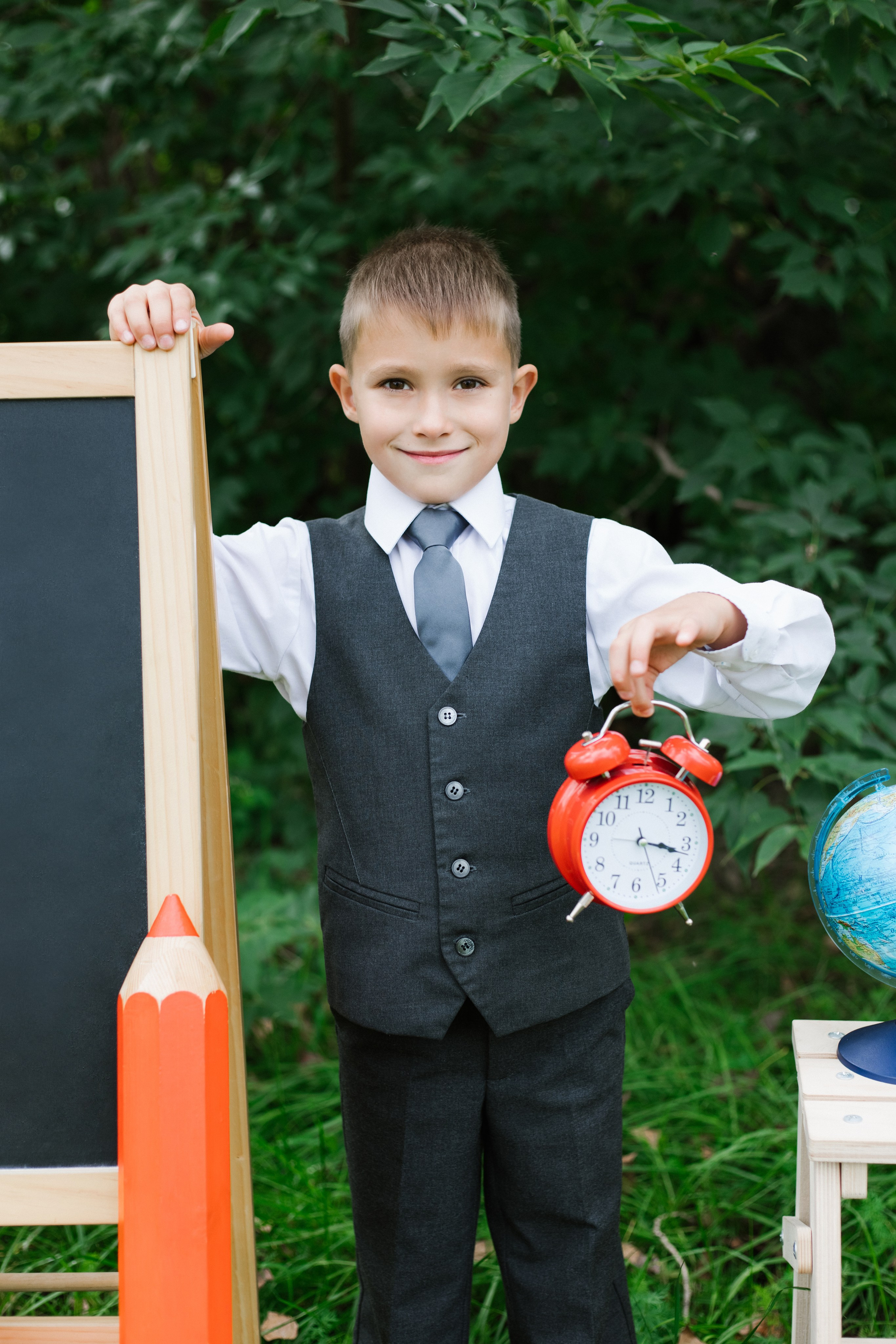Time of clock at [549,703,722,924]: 3:17
